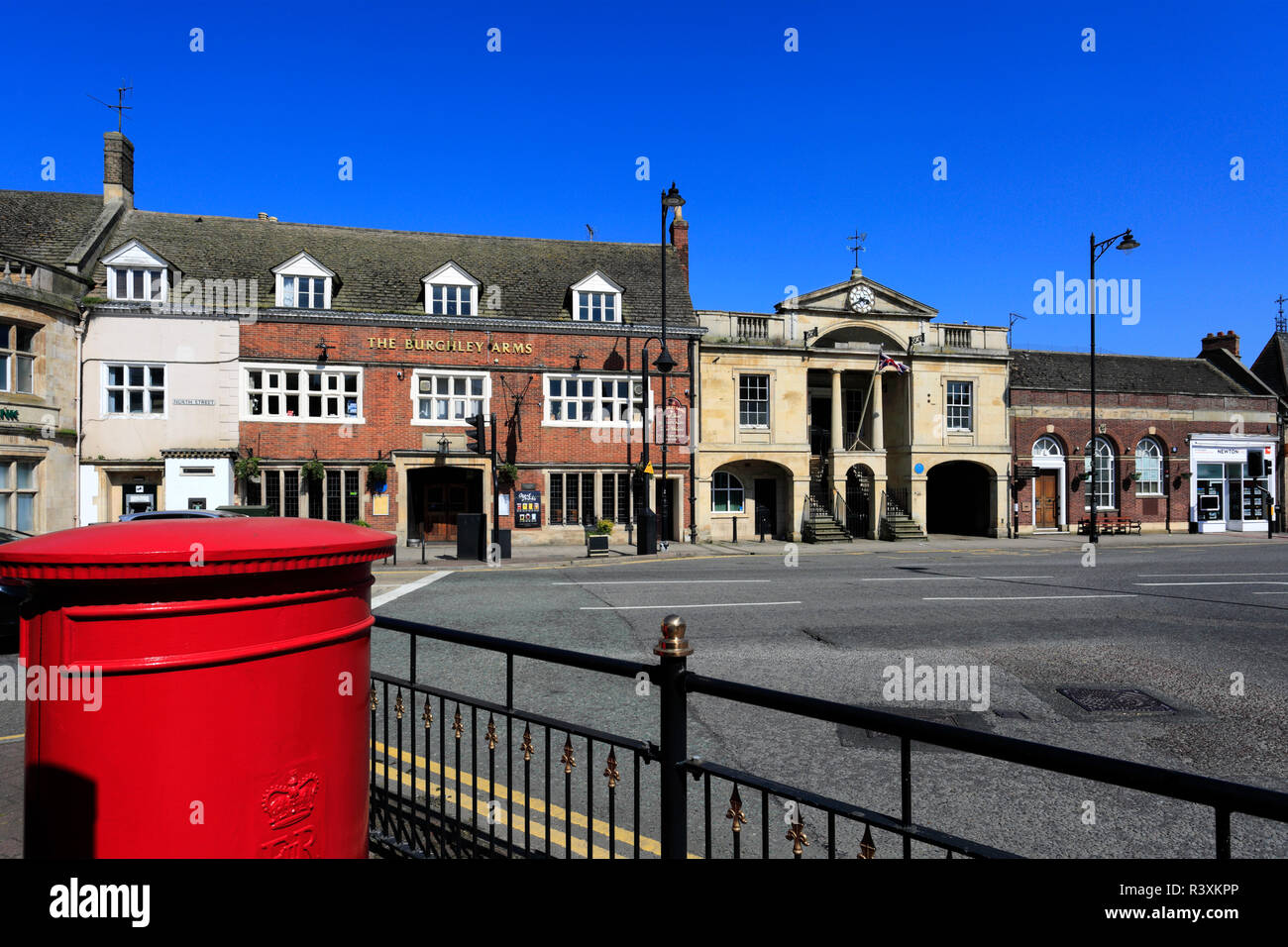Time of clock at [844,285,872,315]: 3:40
